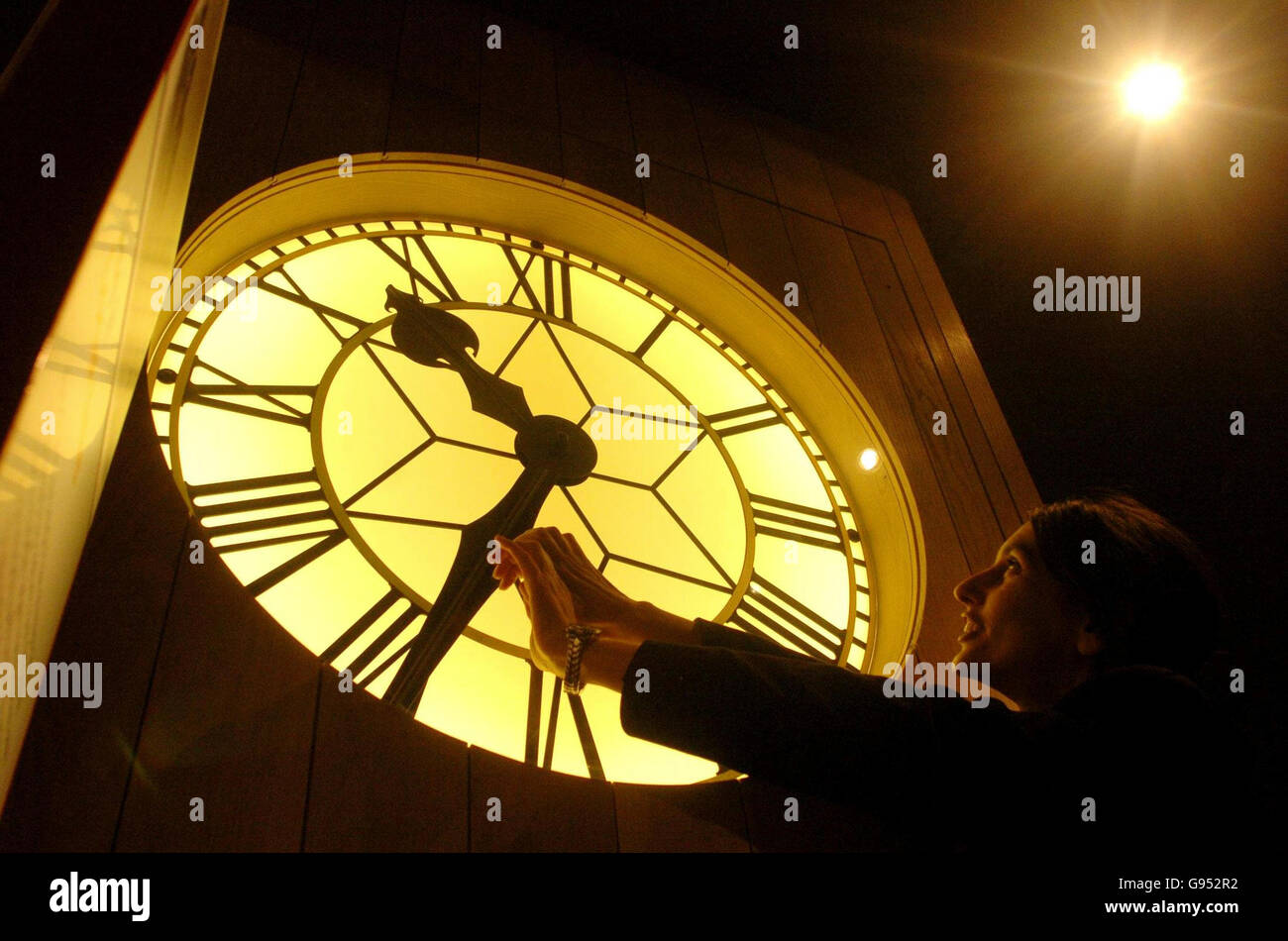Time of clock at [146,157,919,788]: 10:34
